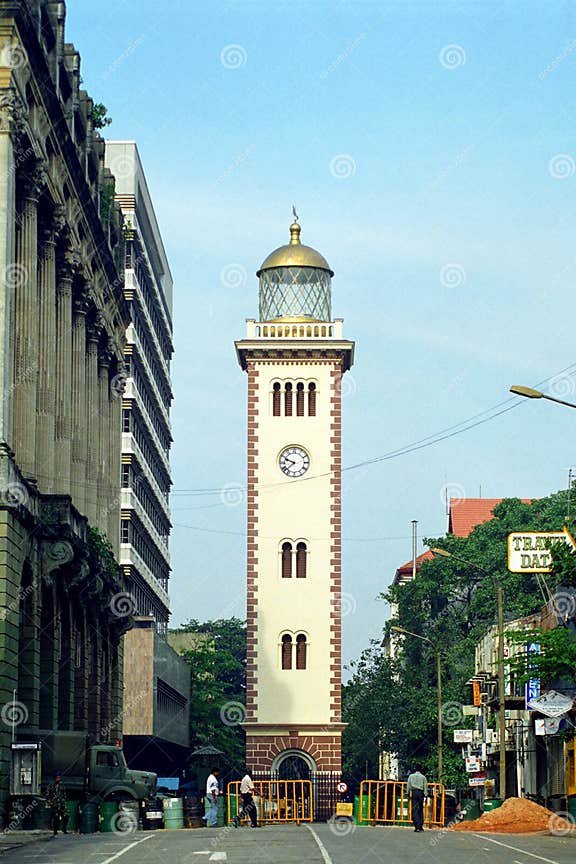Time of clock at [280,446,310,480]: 9:38
